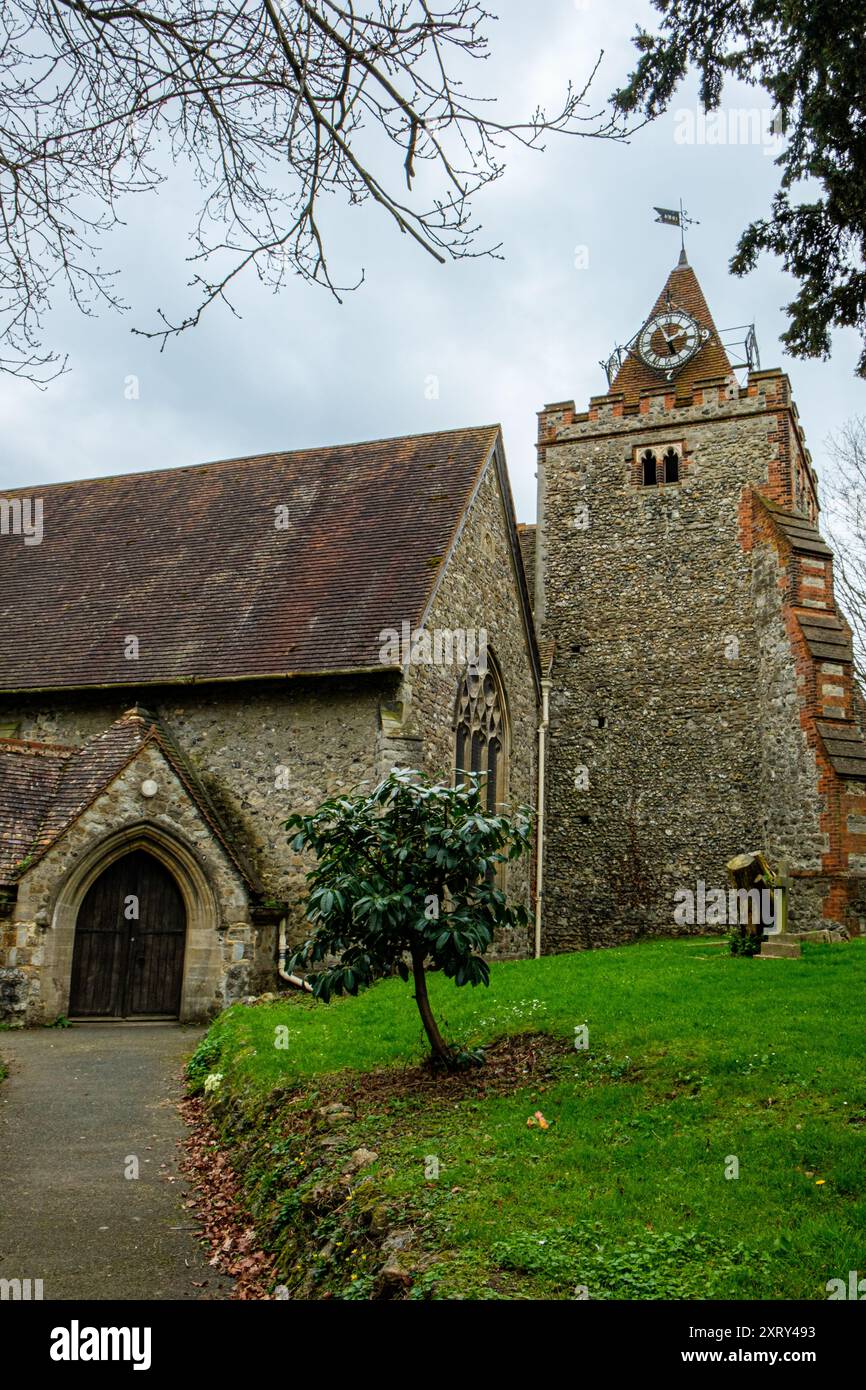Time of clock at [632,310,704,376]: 1:56
